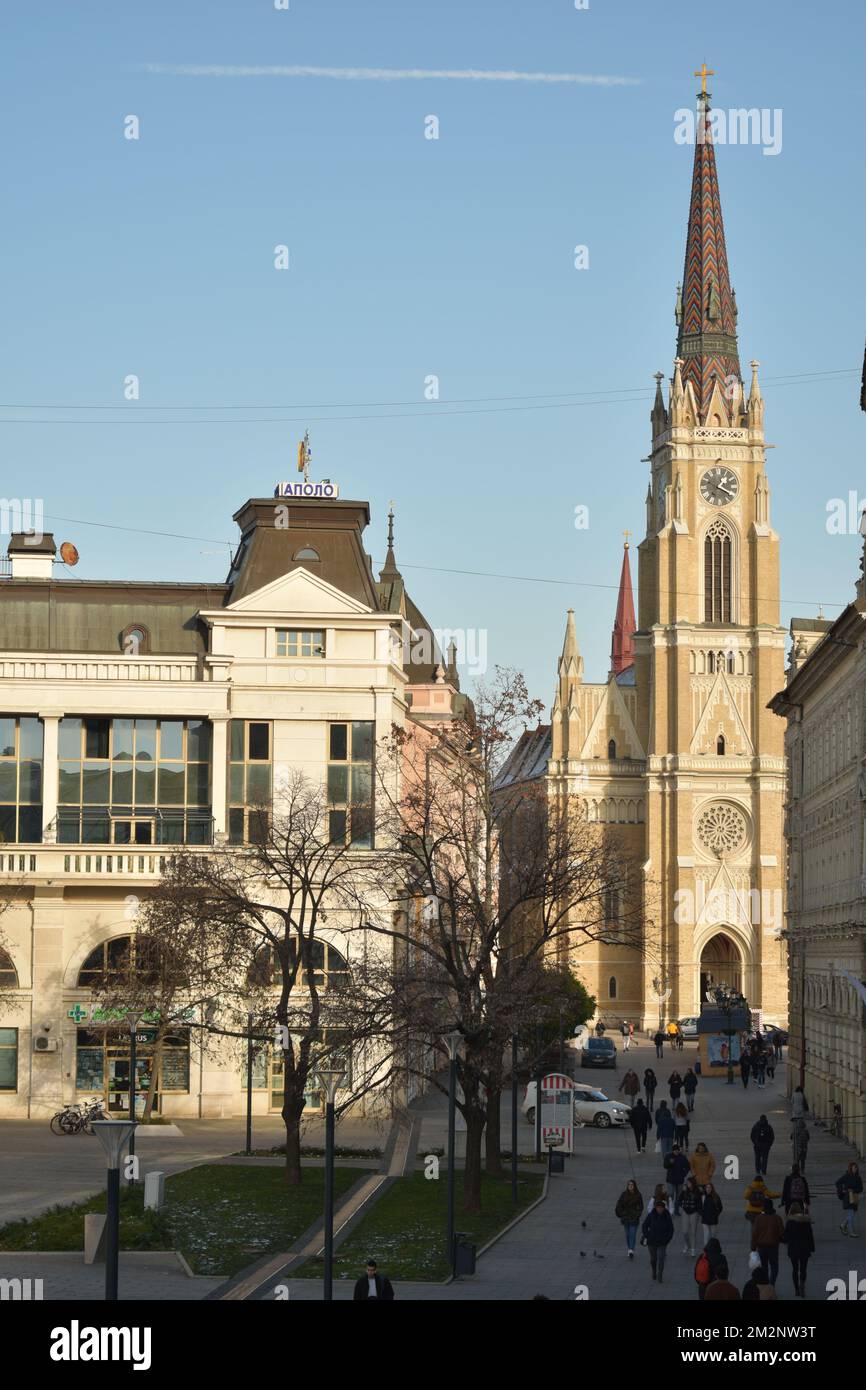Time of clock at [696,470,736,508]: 1:18
